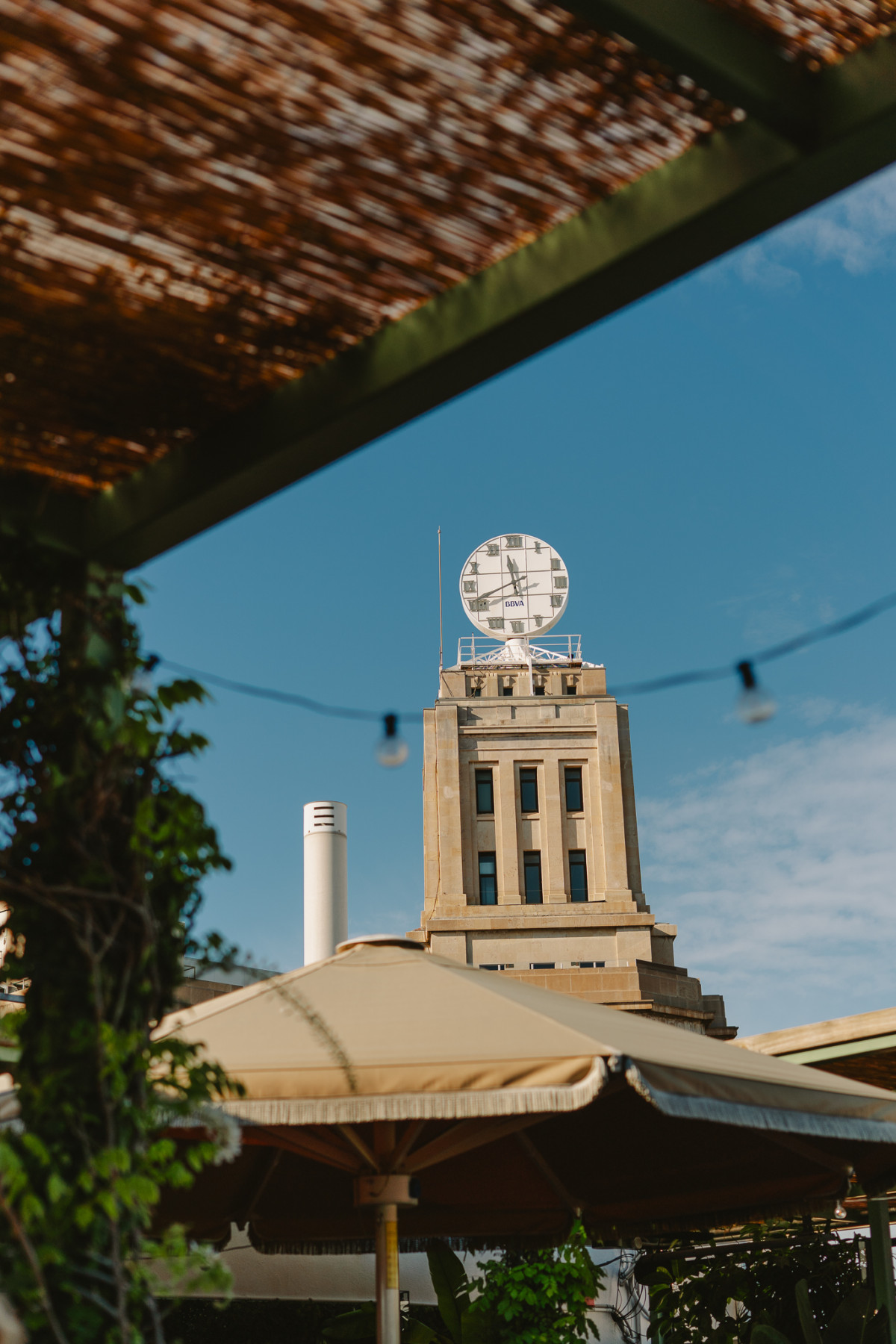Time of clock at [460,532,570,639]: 11:41
